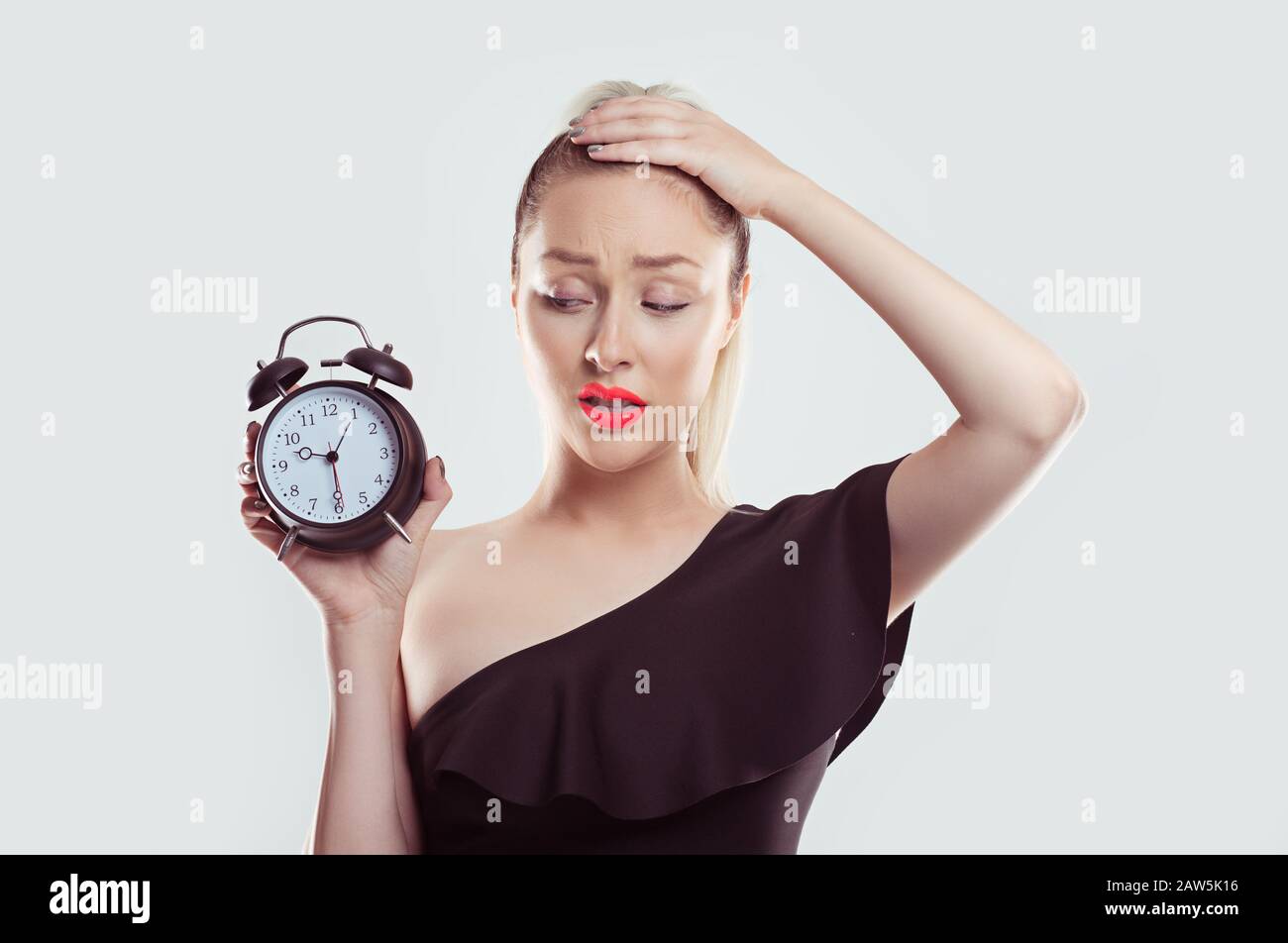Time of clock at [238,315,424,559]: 9:29
